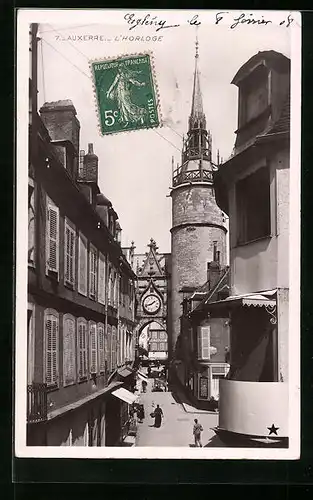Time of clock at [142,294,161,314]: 1:42
